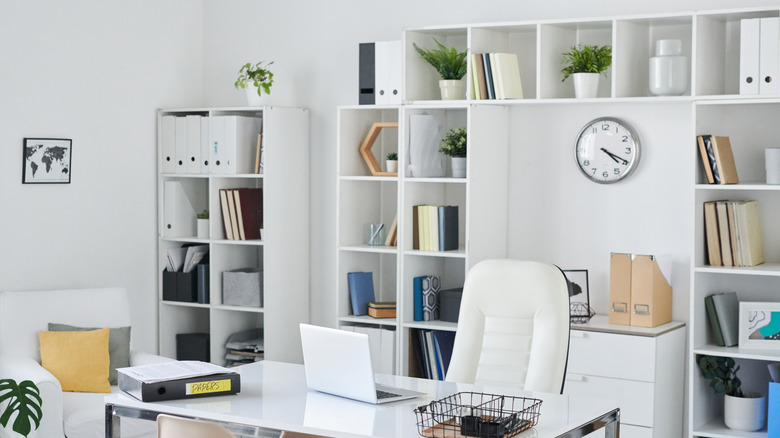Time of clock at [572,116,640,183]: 4:19
